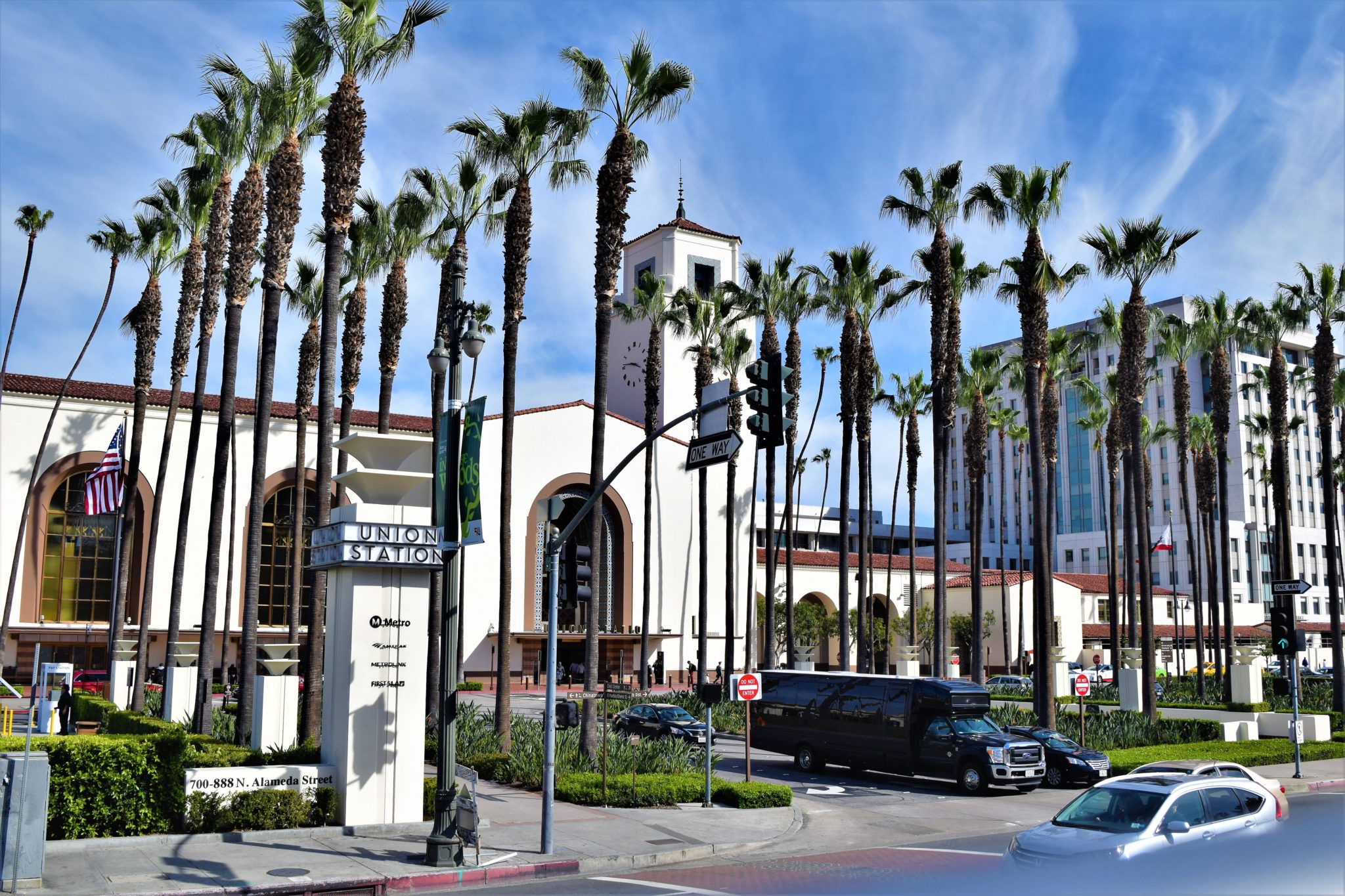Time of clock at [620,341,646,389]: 3:46
